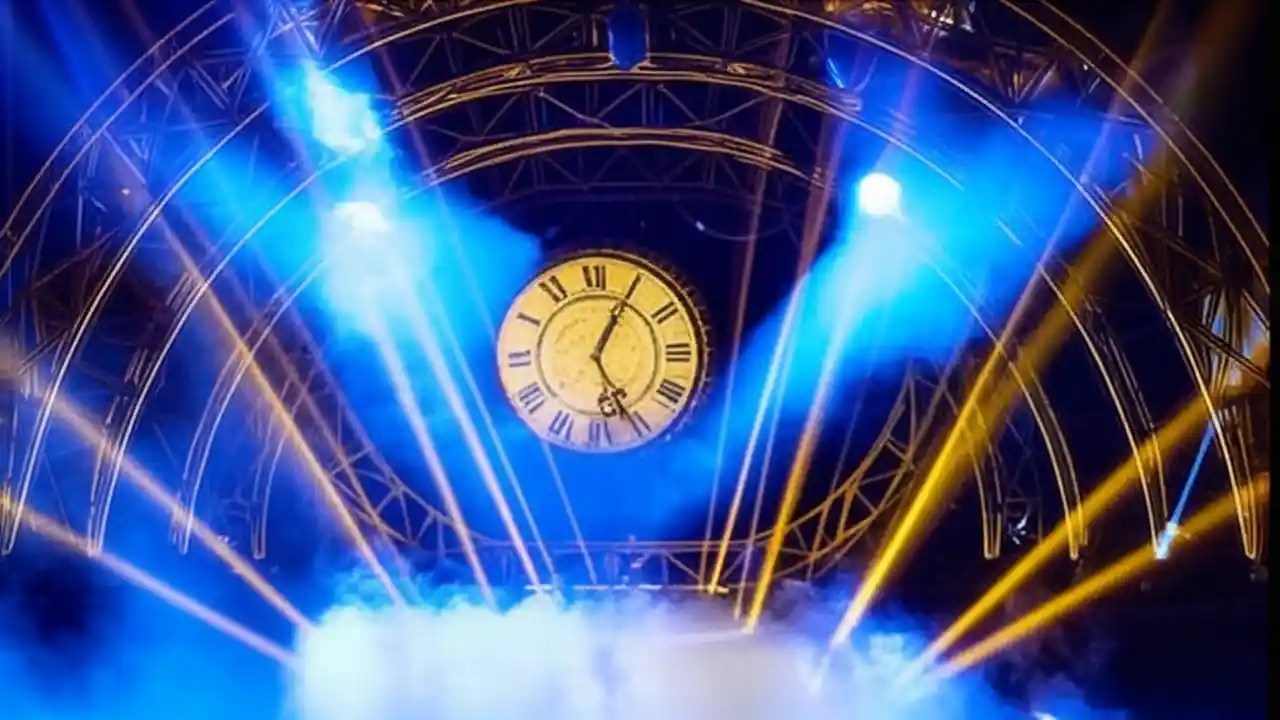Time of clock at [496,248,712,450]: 5:05
